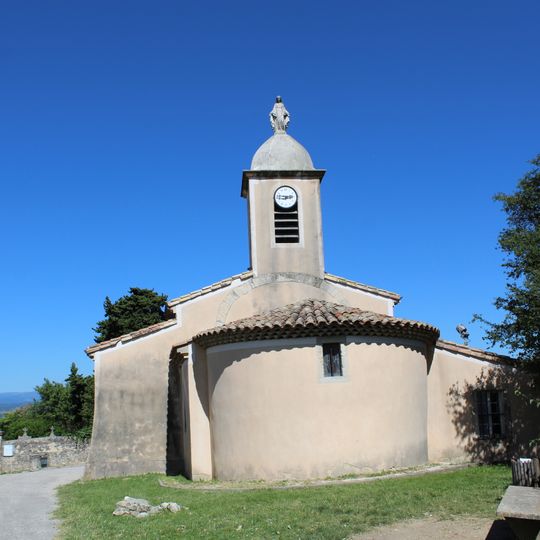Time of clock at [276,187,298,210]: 2:46
